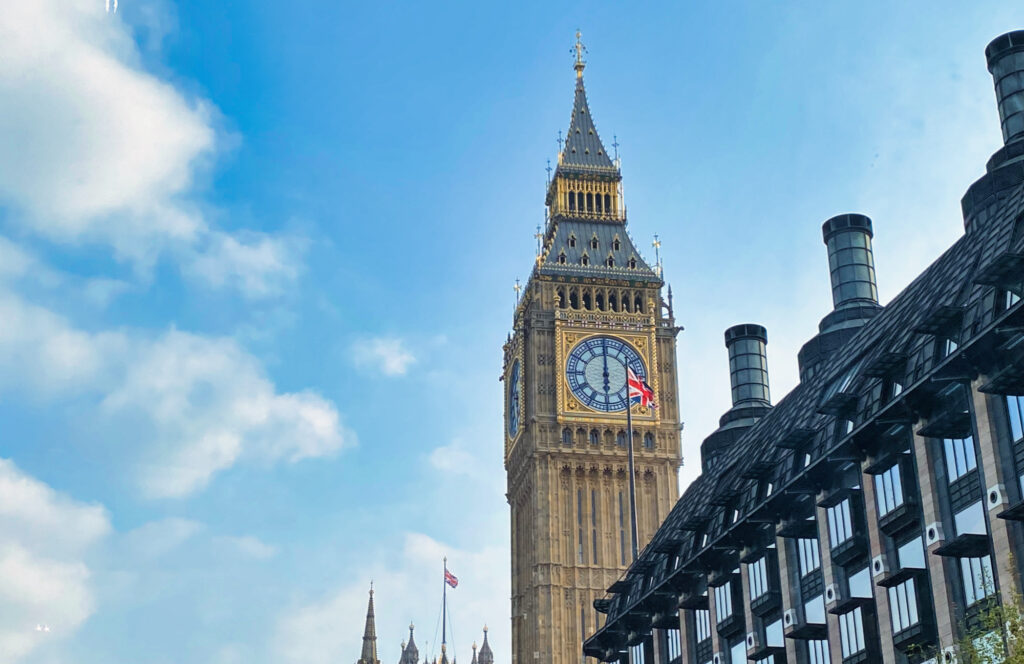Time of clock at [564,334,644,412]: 5:59
